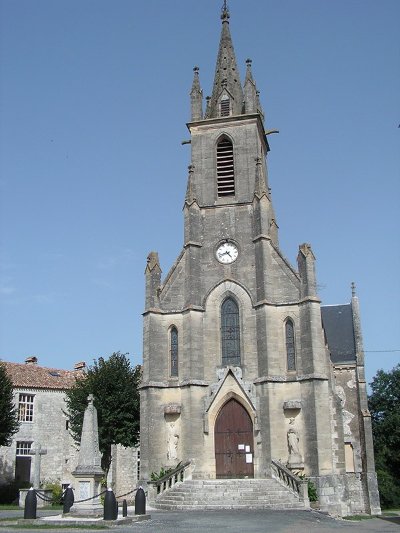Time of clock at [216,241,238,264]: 4:42
